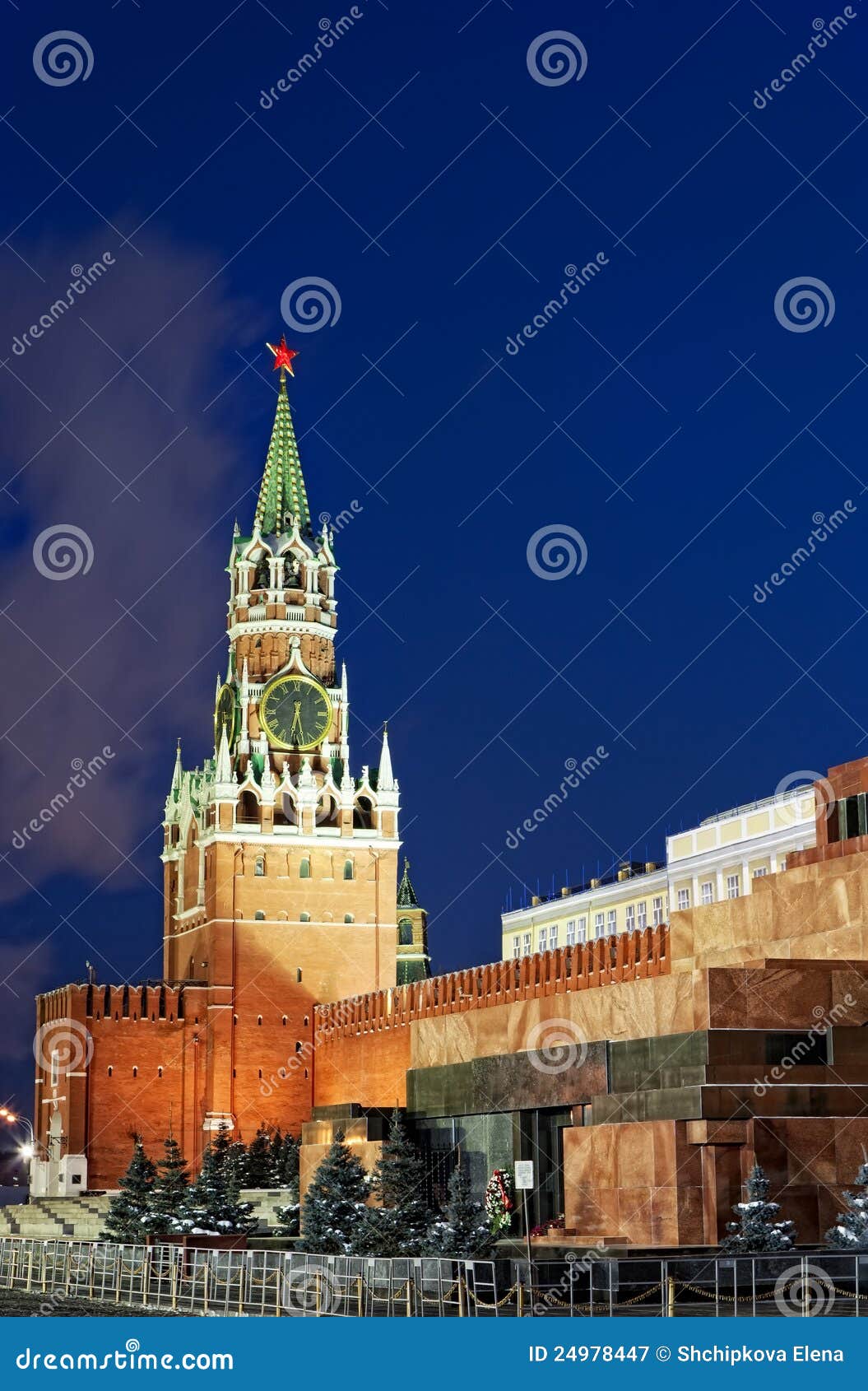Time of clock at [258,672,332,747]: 5:32
